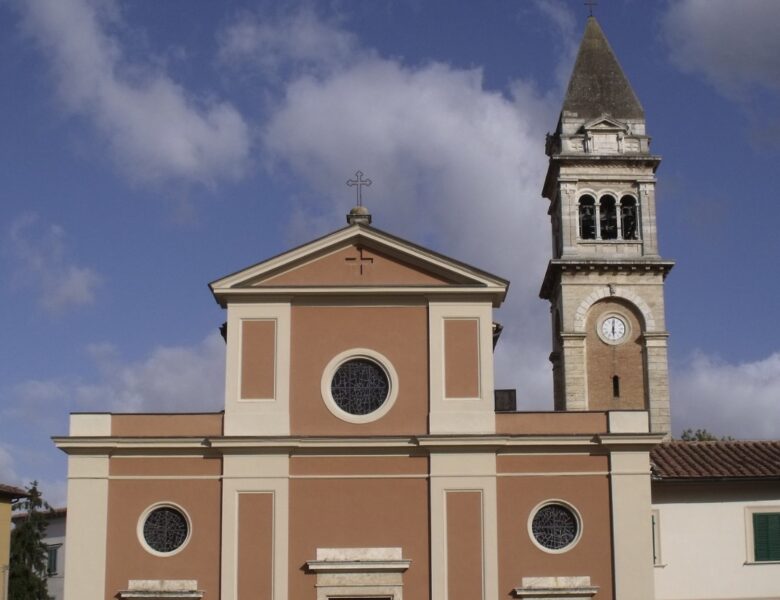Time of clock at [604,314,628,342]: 6:00
